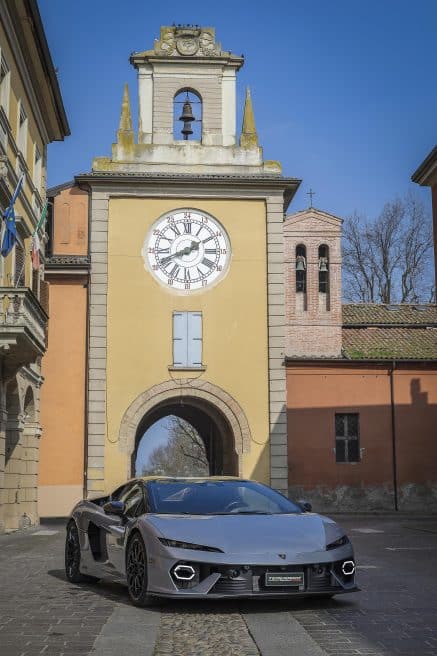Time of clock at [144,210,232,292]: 1:41
